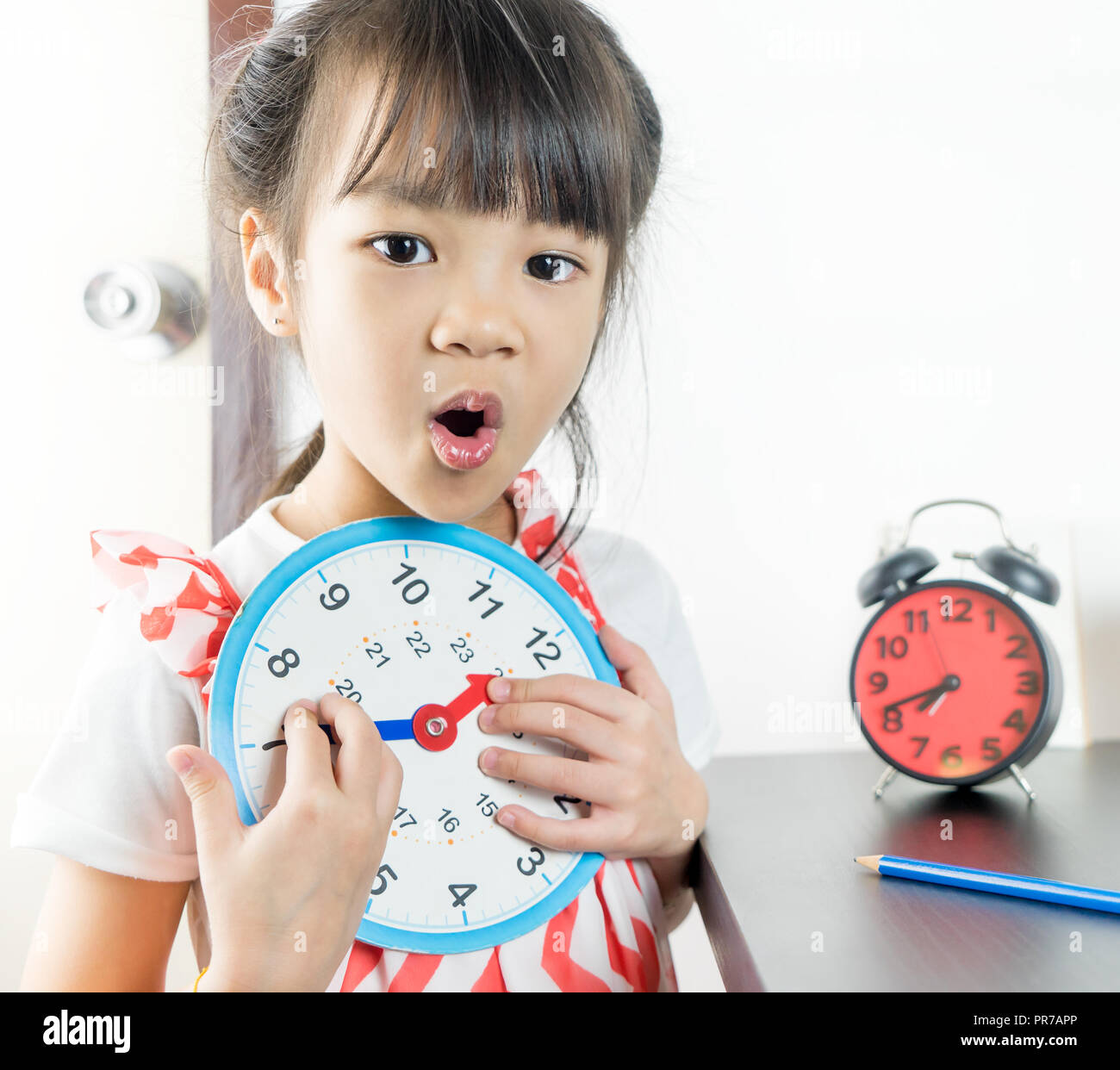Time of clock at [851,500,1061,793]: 7:41
